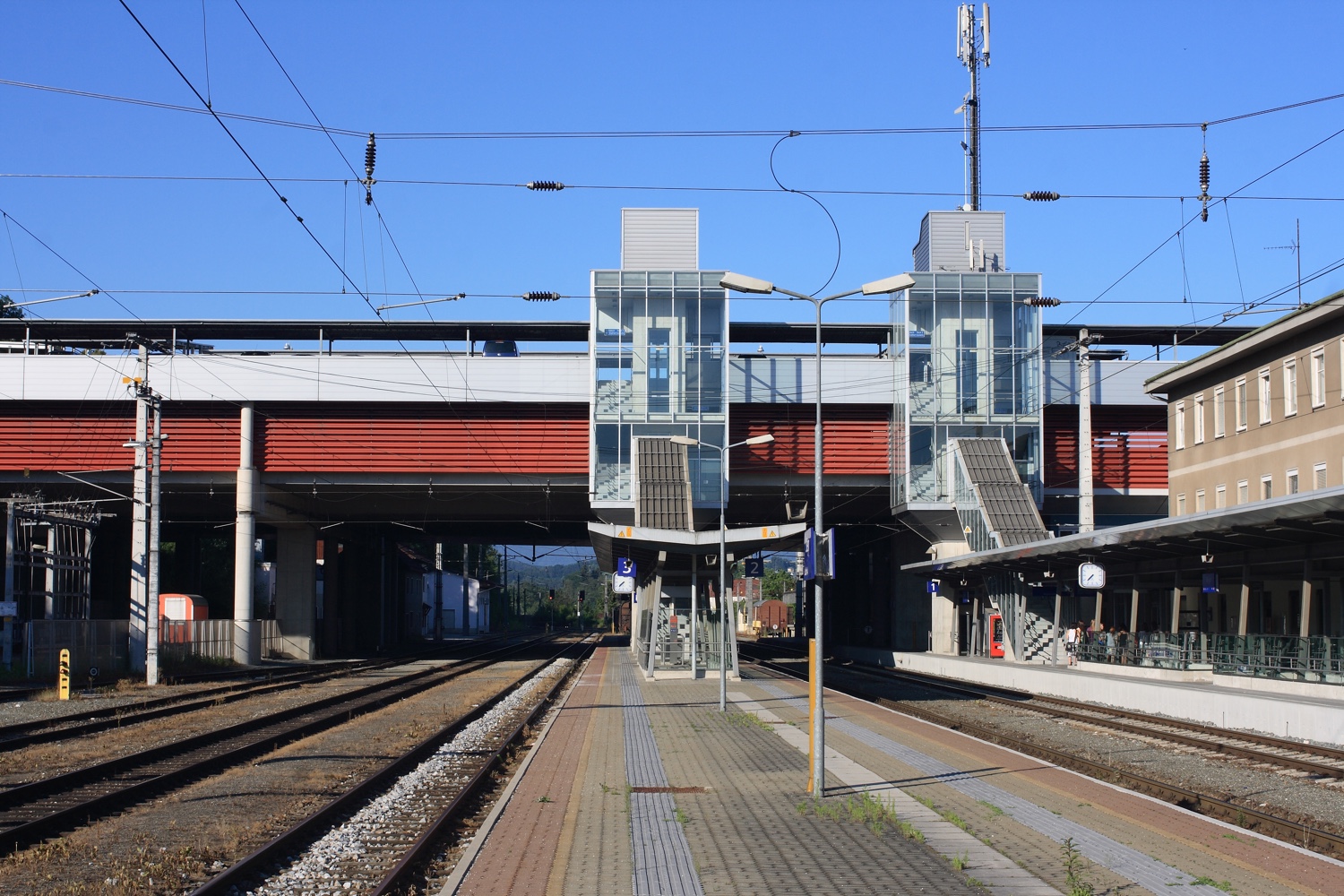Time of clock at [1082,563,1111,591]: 7:37
